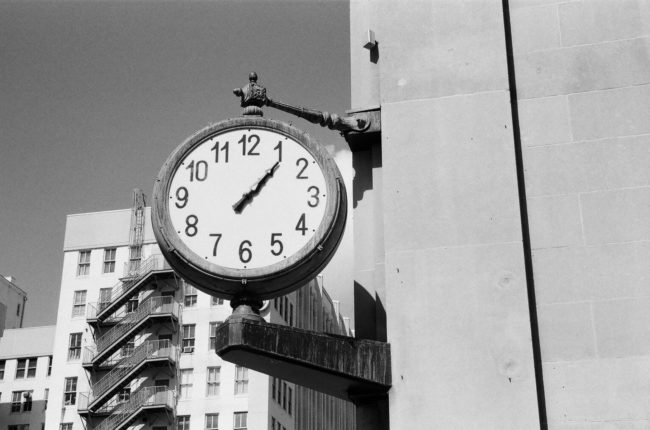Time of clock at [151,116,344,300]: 1:06
